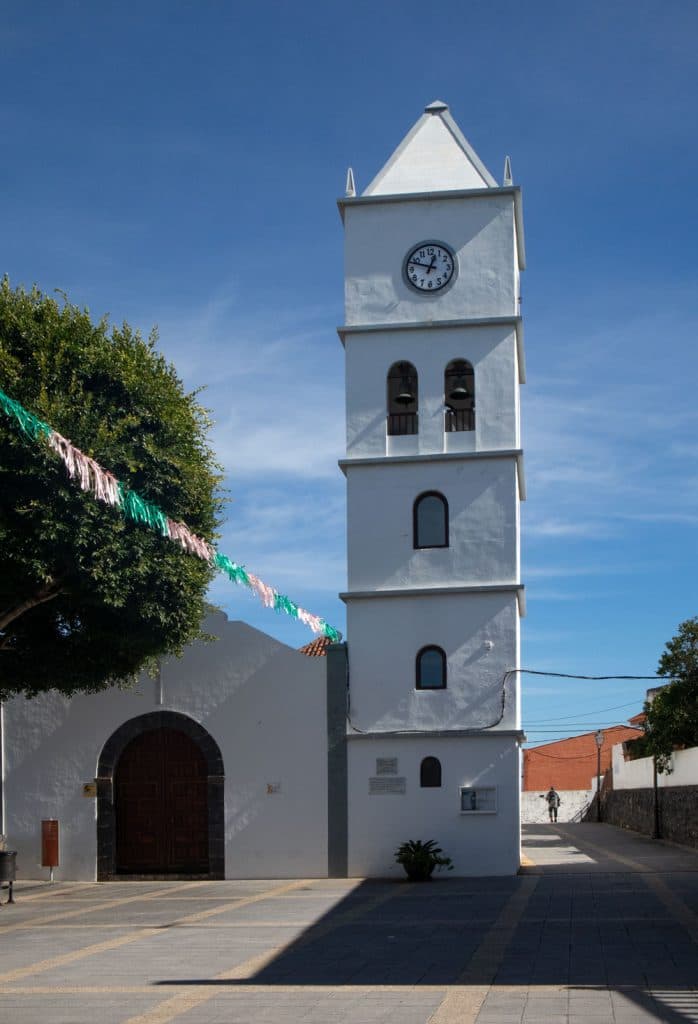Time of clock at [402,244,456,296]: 12:48
